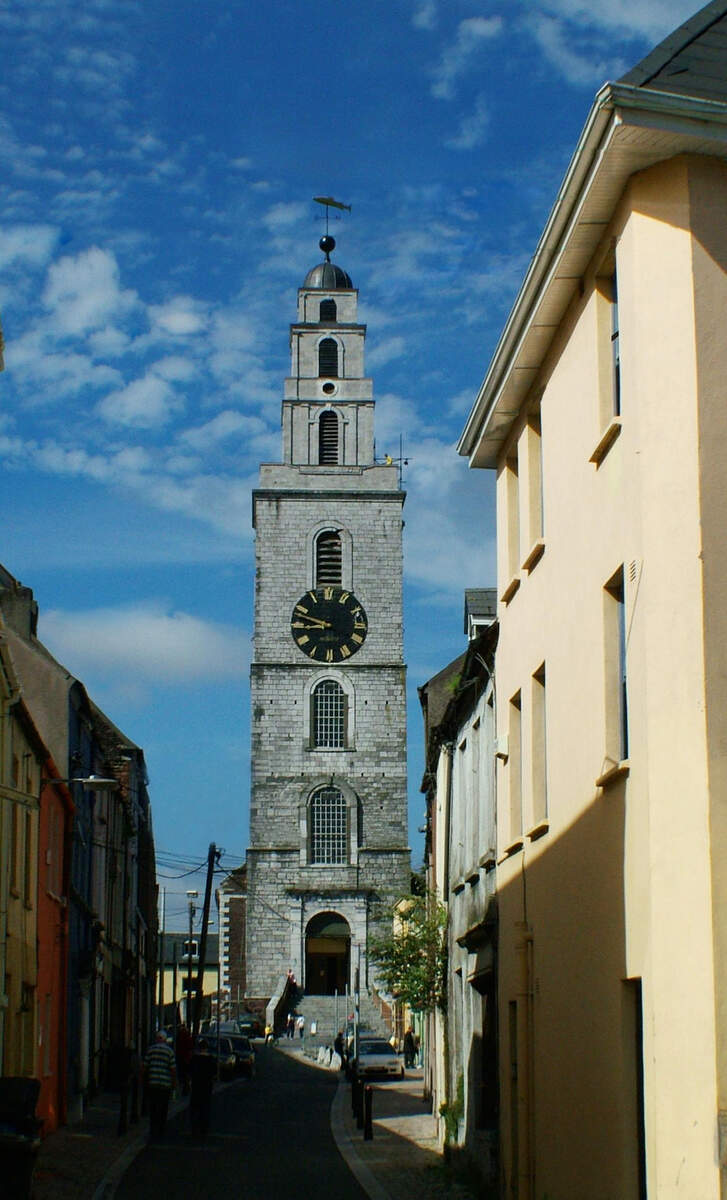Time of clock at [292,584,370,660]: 8:48
